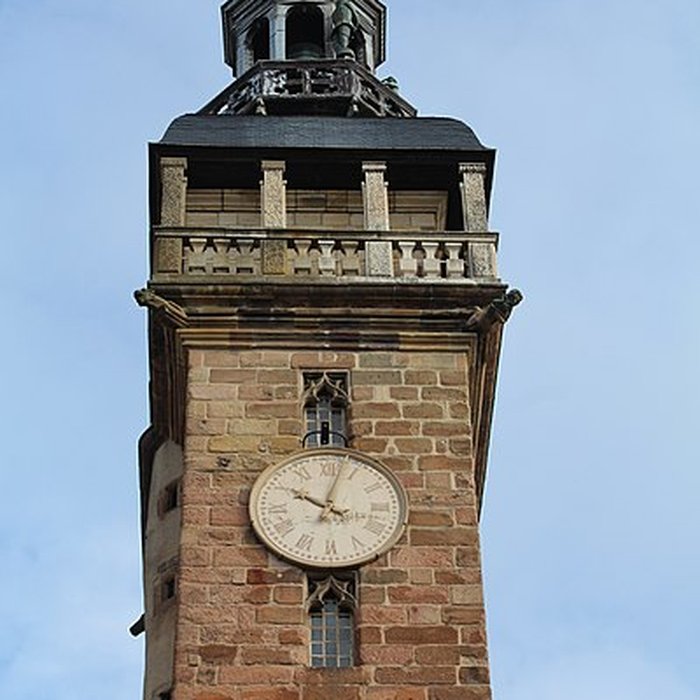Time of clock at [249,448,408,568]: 10:02
